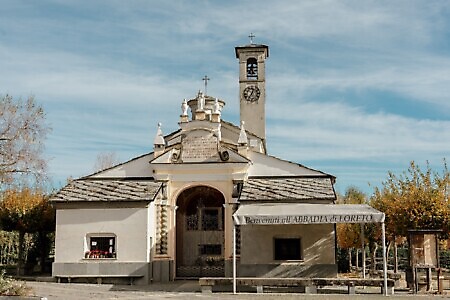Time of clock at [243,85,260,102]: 12:36
